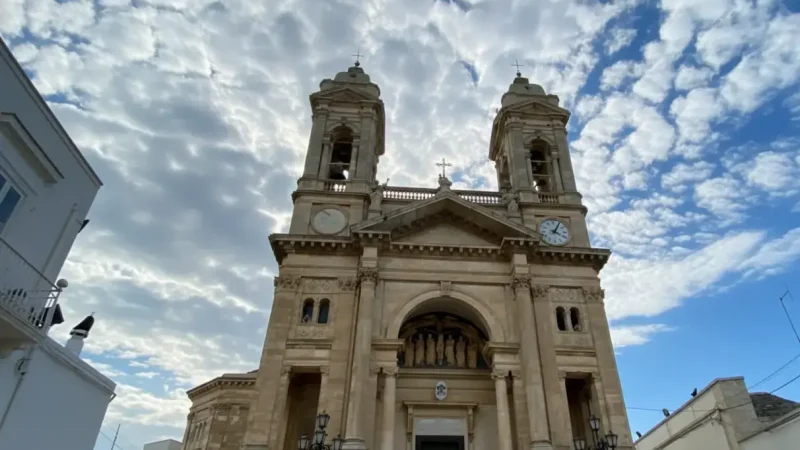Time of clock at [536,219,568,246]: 4:04
